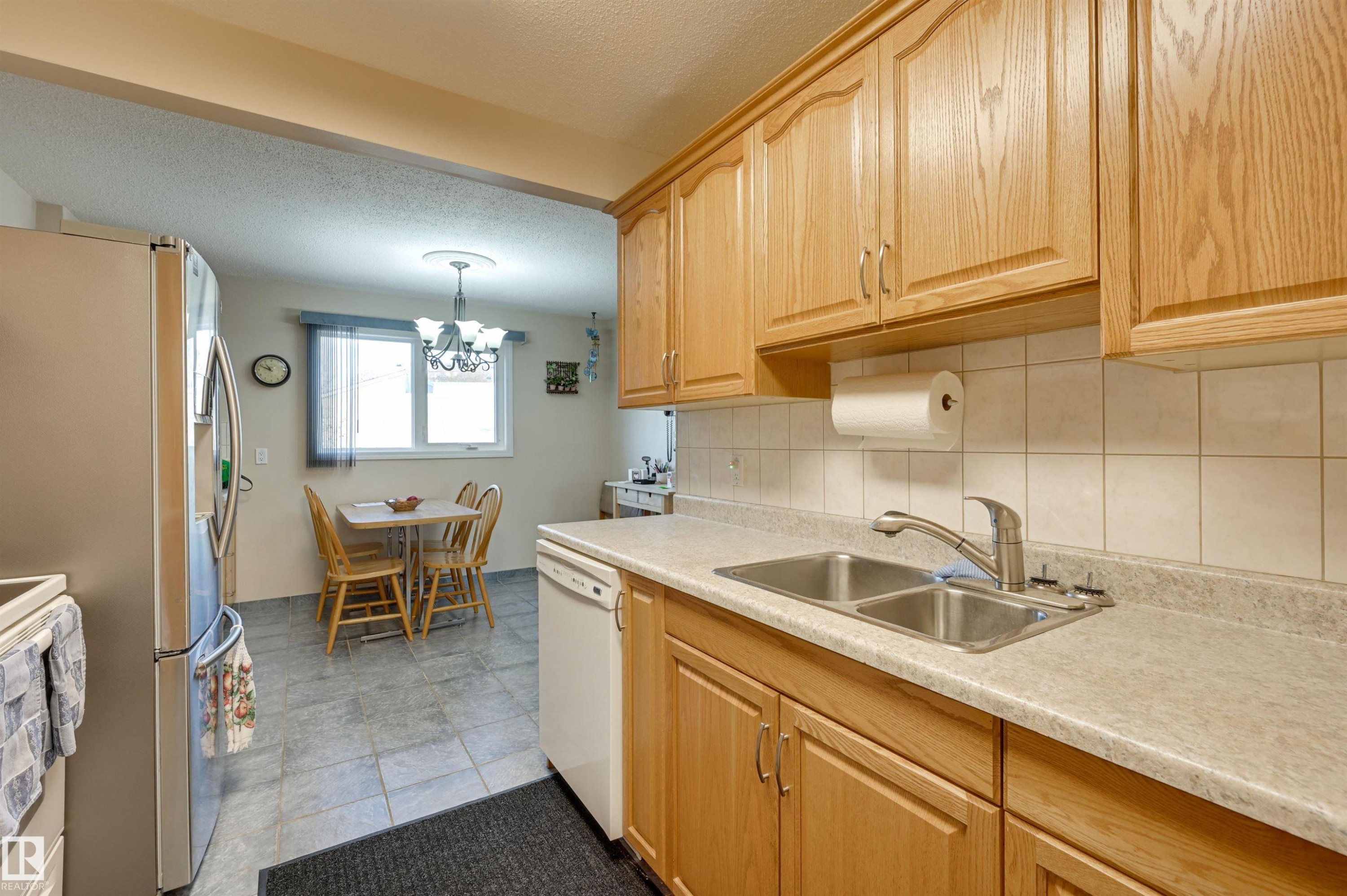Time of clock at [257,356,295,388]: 10:49
